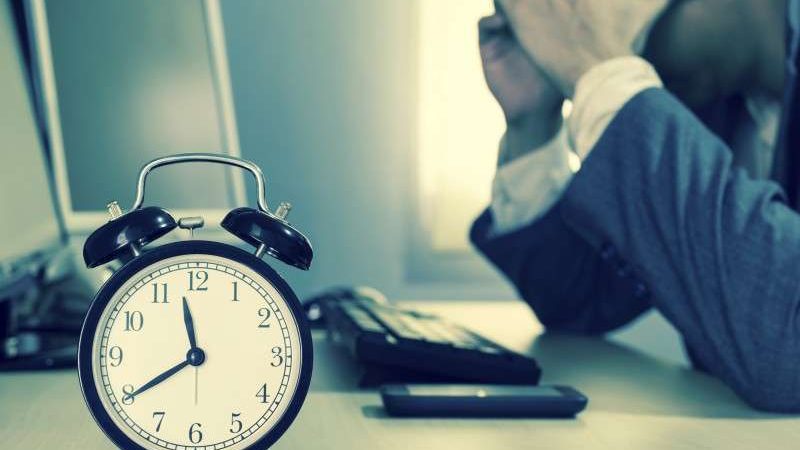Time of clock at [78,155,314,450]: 11:39
